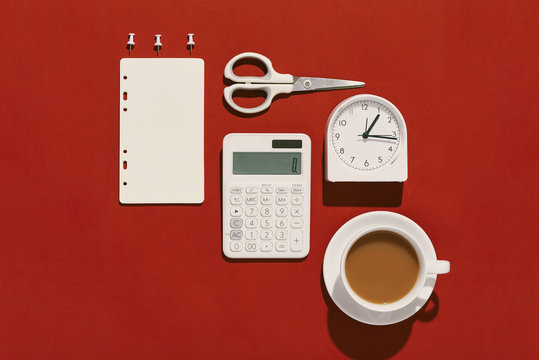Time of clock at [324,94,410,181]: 1:16
